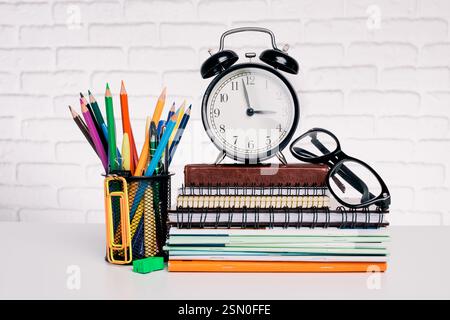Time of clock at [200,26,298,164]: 2:58
